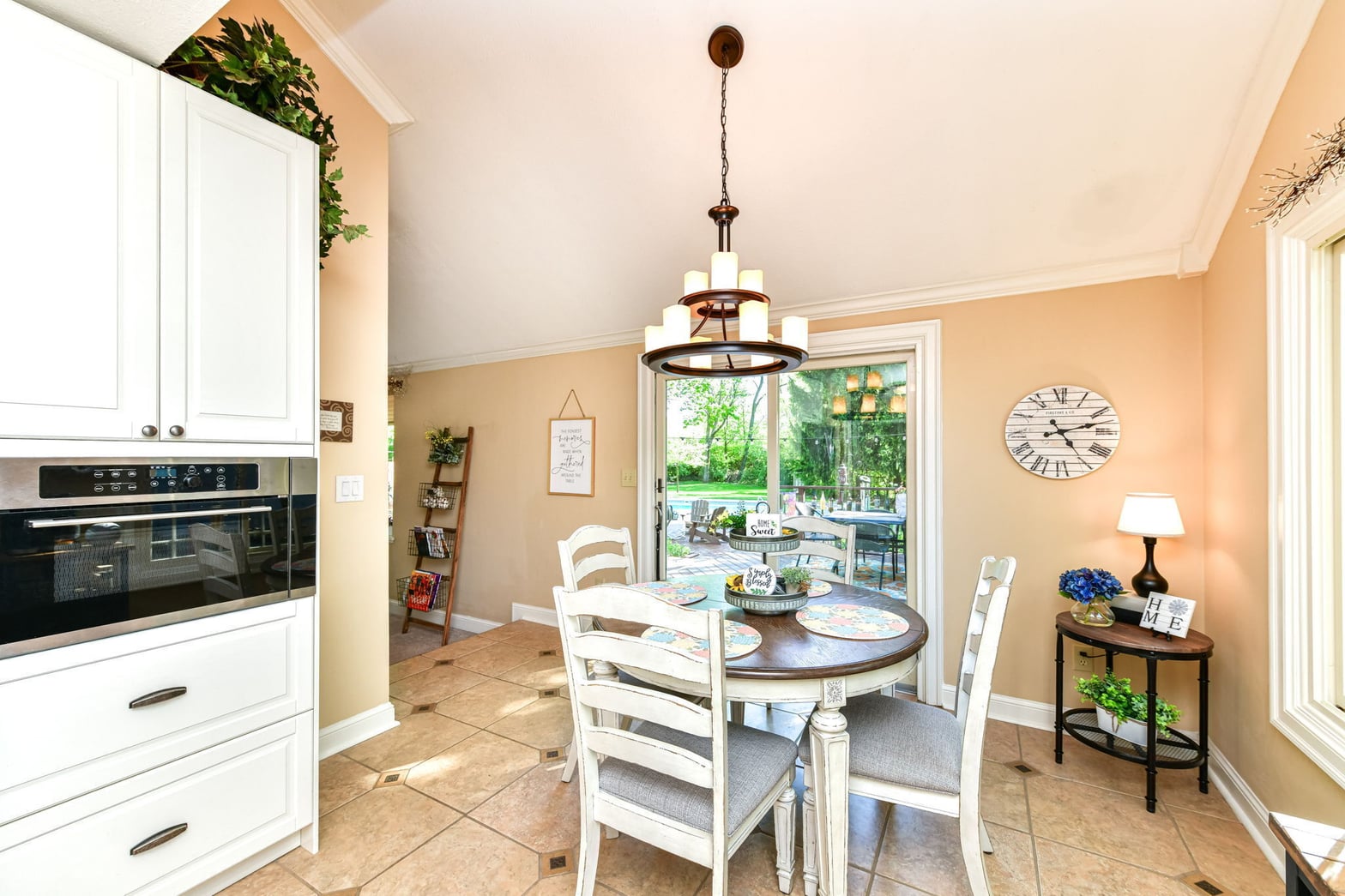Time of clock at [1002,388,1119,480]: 2:24
